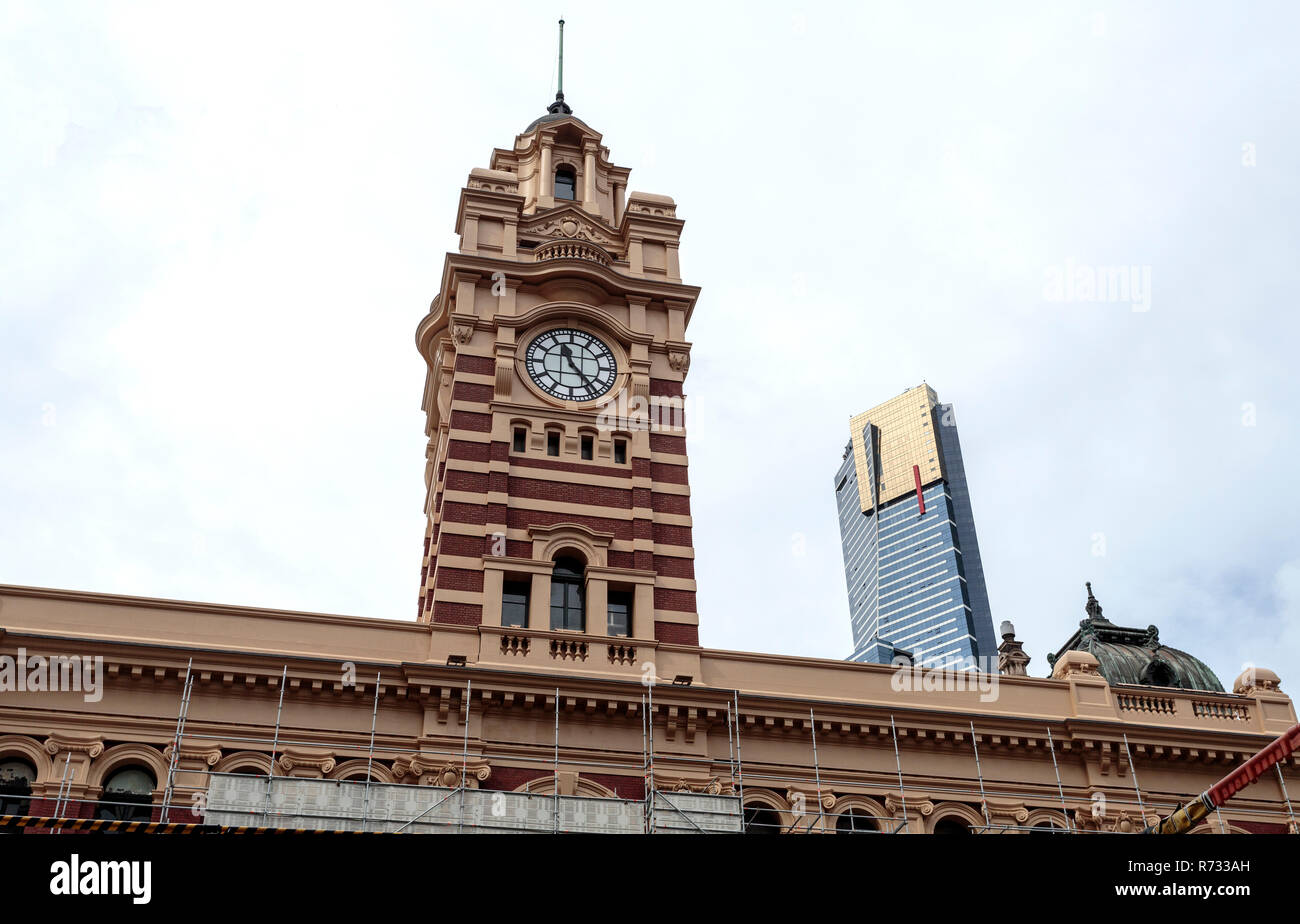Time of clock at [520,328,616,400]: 11:23
